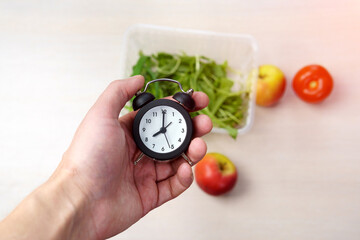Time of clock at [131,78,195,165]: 8:00
